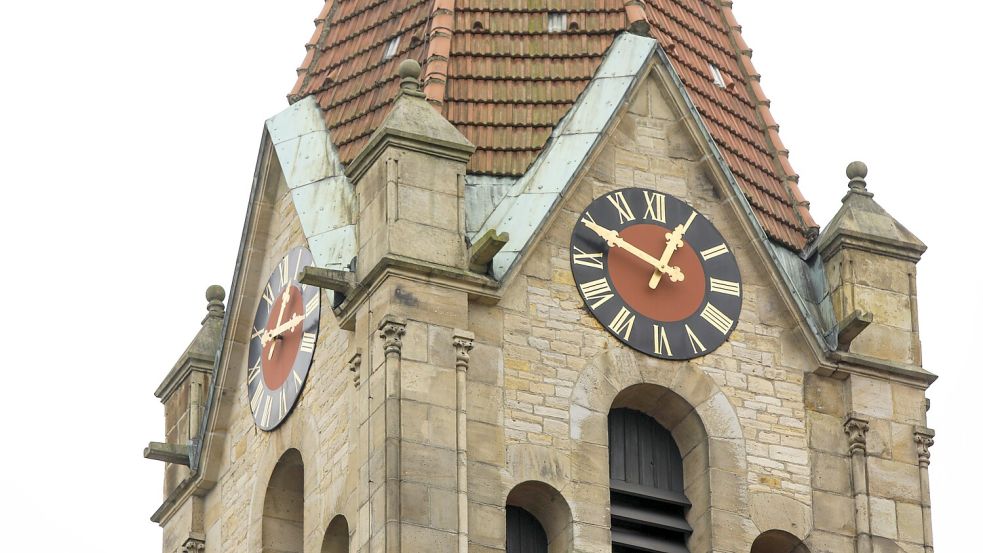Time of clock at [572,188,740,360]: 12:49
